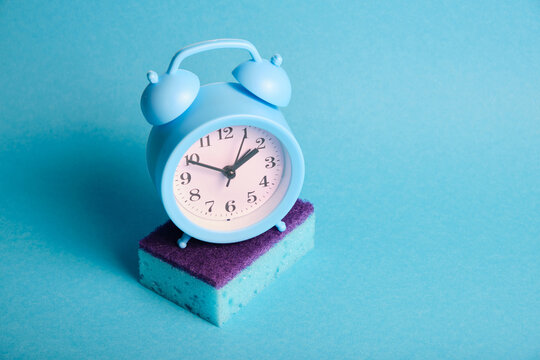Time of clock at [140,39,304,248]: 1:49
